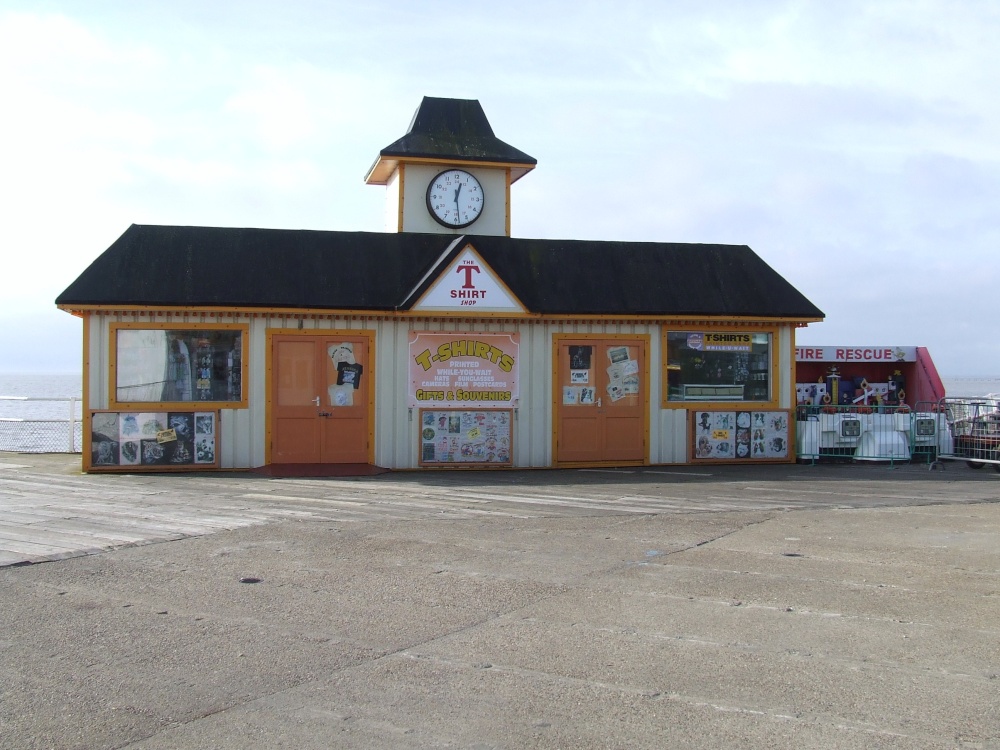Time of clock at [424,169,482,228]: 12:28
